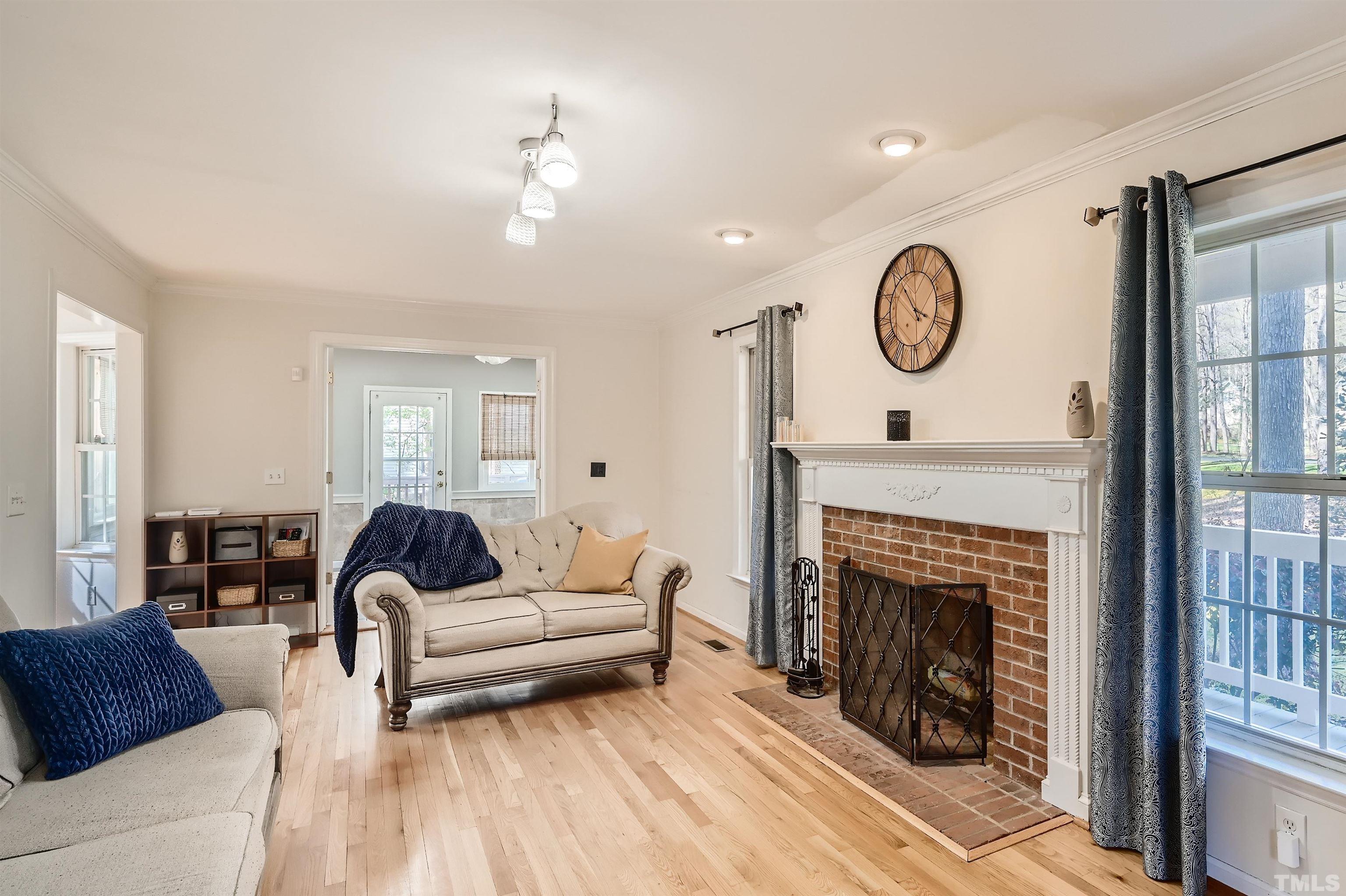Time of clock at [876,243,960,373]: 3:55
